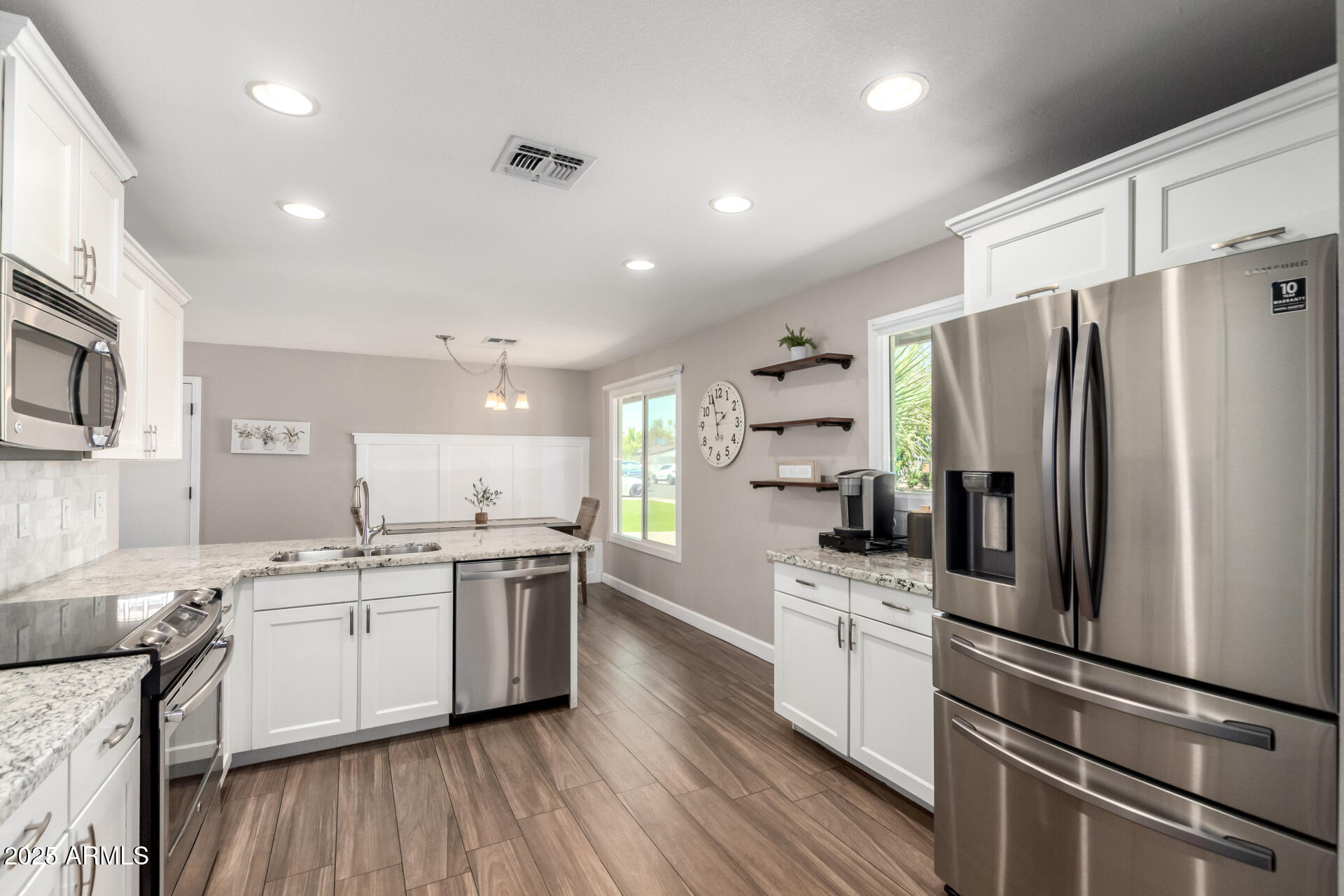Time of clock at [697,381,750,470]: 1:56
